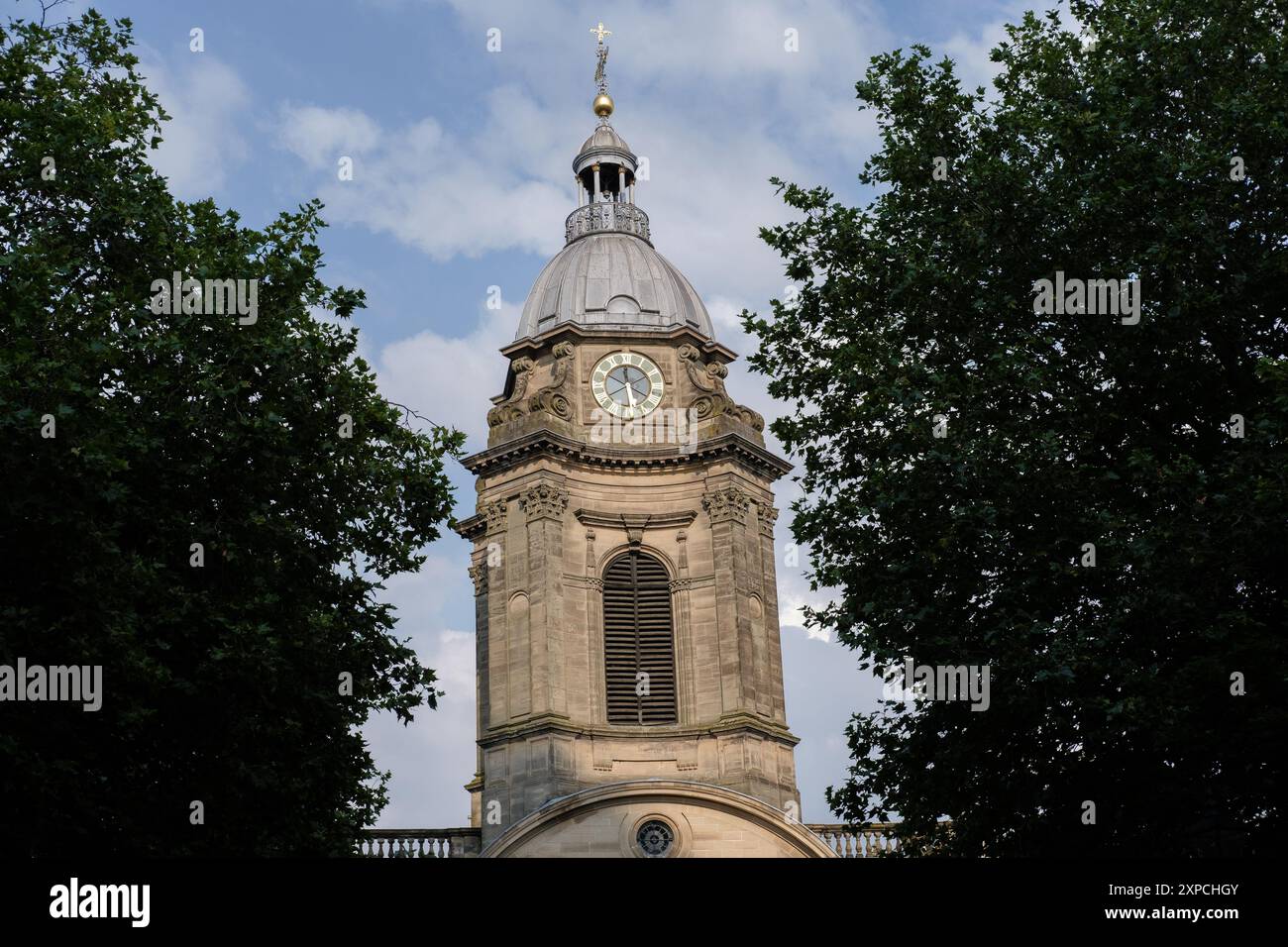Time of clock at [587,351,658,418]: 11:28
